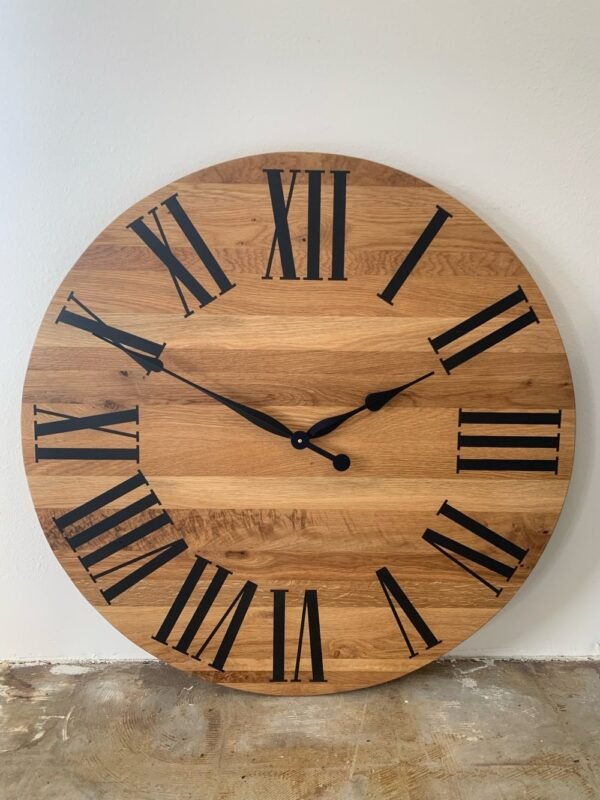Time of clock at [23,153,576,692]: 1:50
